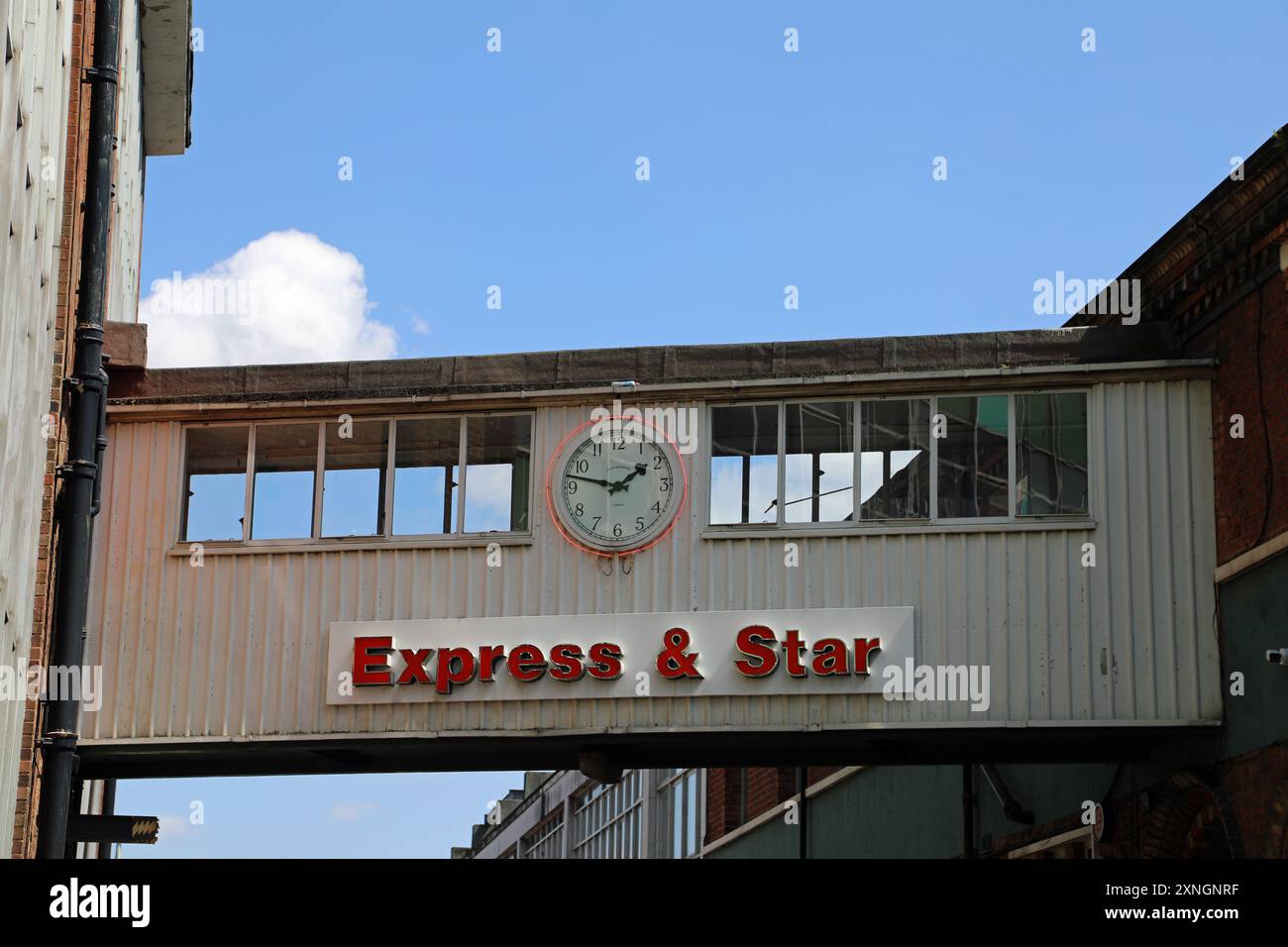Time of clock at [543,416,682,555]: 1:47
